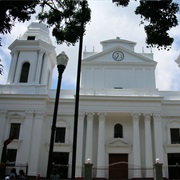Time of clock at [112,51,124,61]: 11:36
